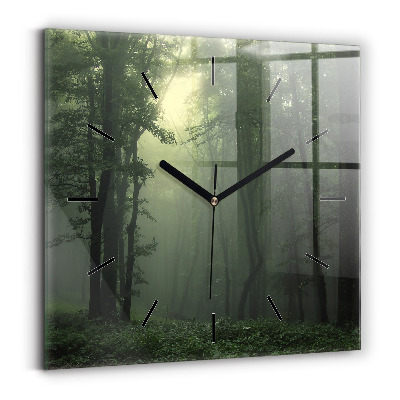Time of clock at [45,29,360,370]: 10:11
